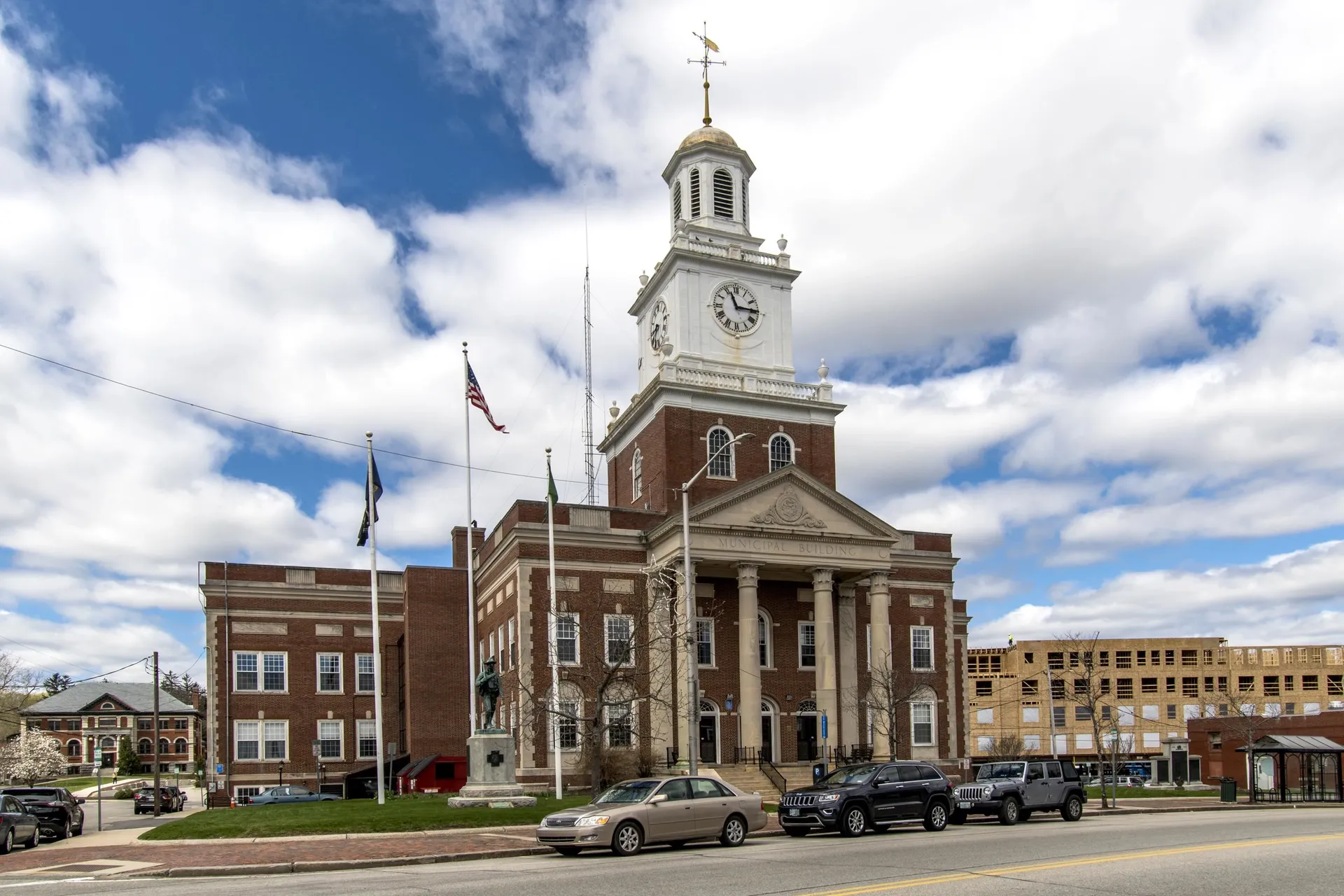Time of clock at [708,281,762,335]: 11:14
